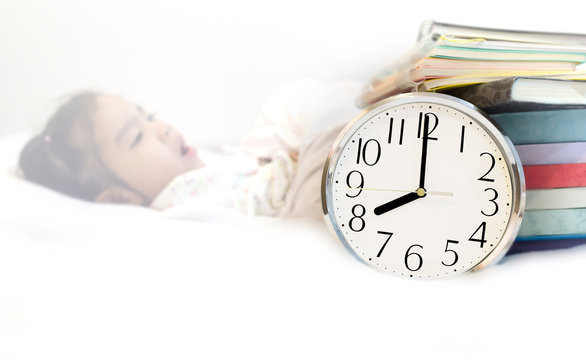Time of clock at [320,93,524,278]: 7:59
